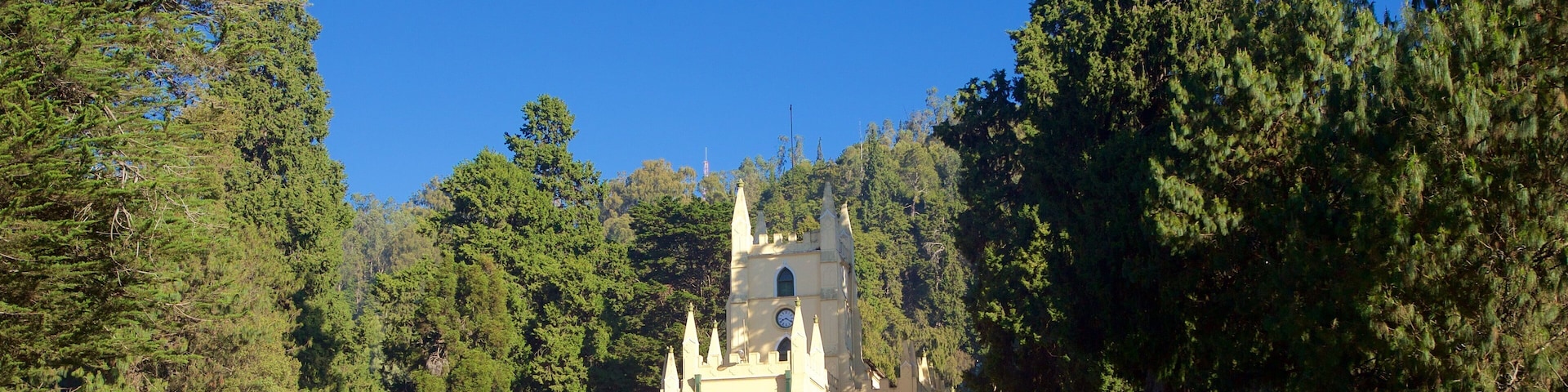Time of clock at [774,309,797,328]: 8:20
